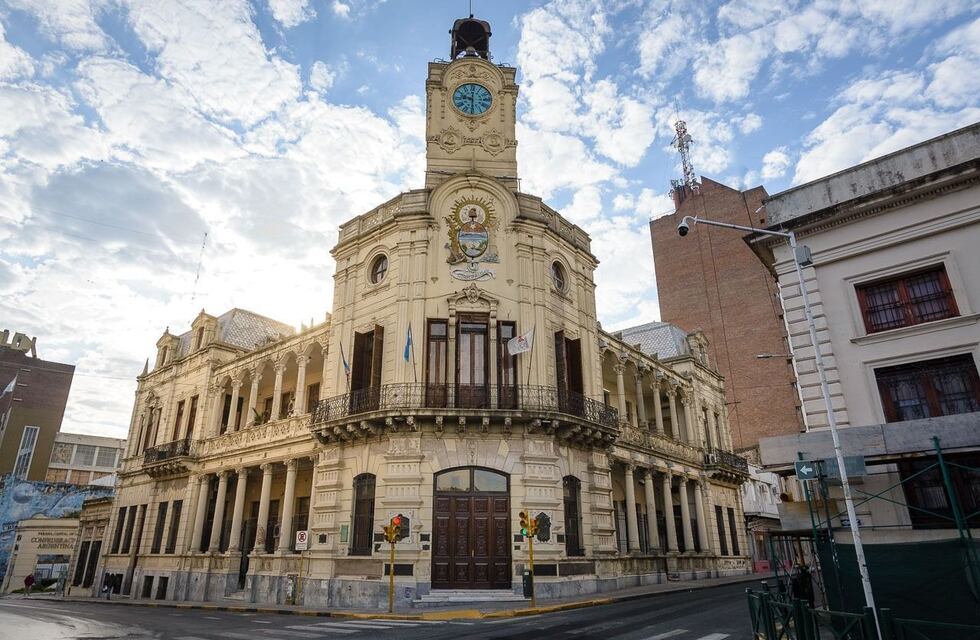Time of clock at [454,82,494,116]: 9:30
